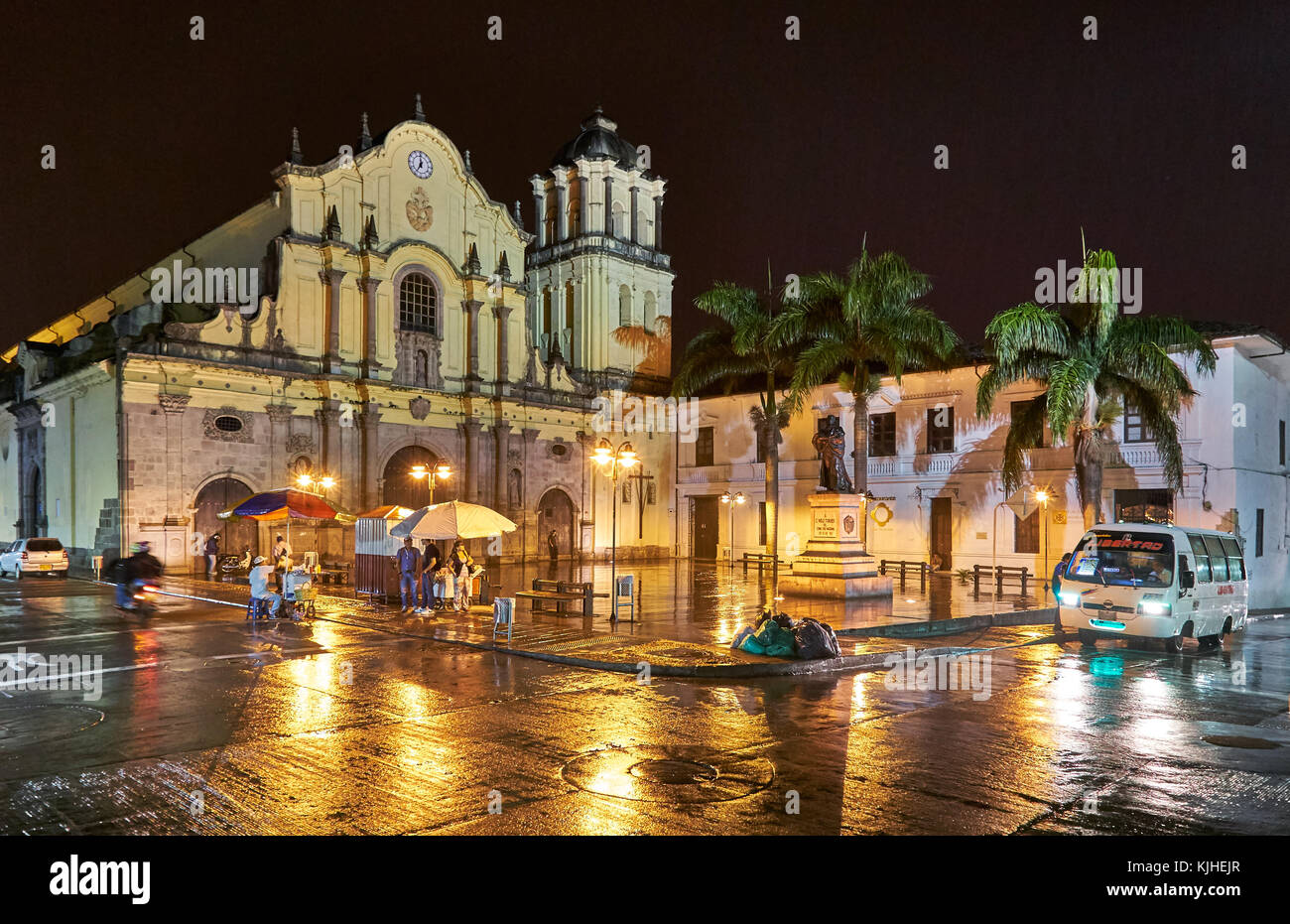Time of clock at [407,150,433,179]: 6:59
